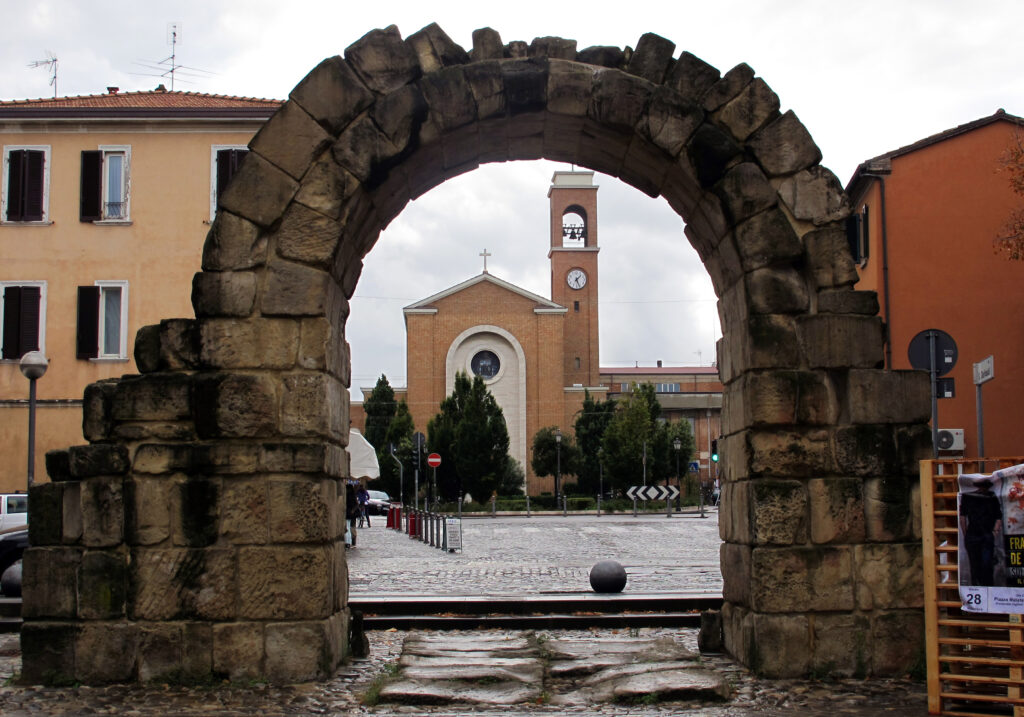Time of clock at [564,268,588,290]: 1:26
